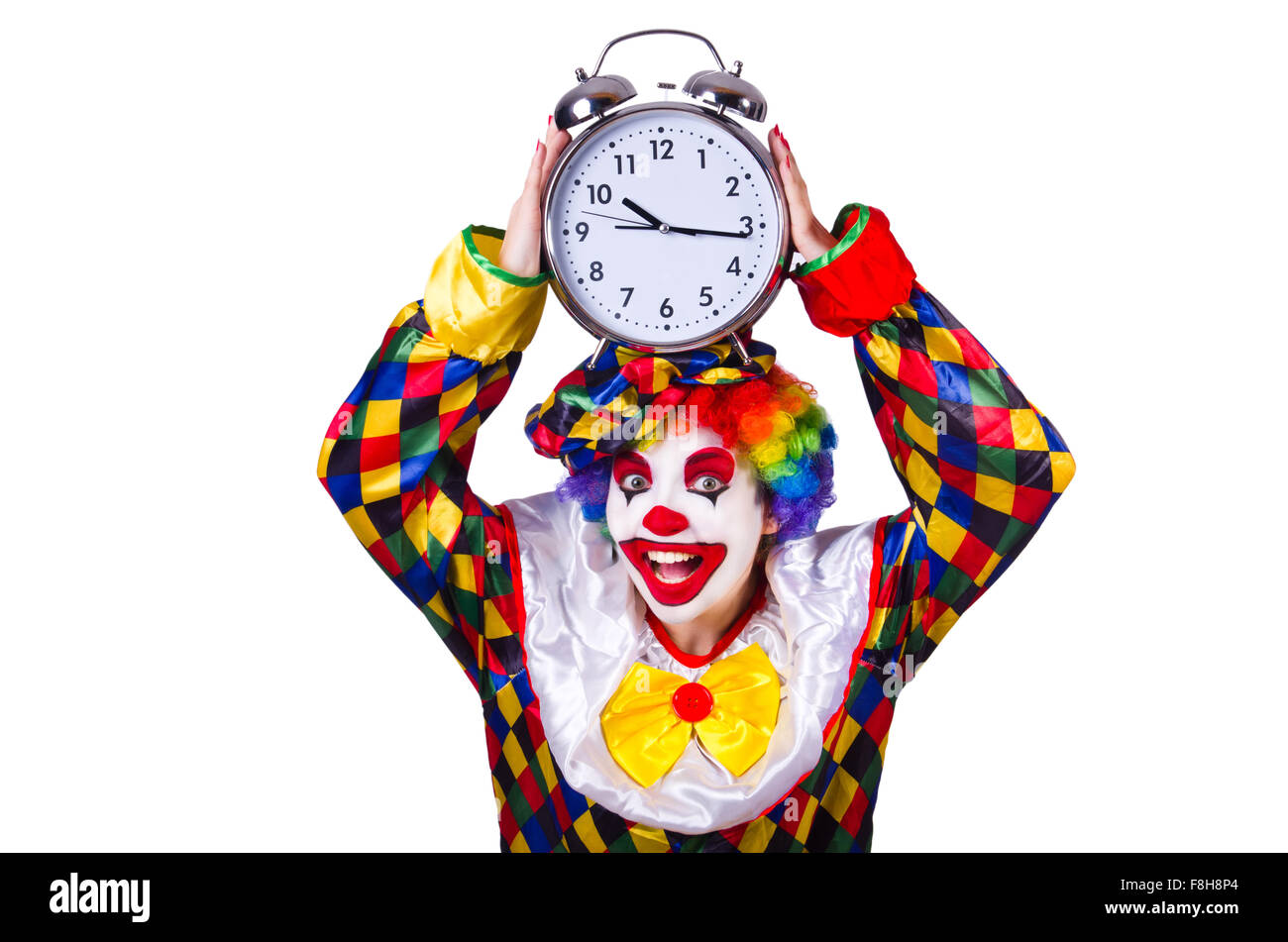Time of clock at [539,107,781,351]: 10:16
